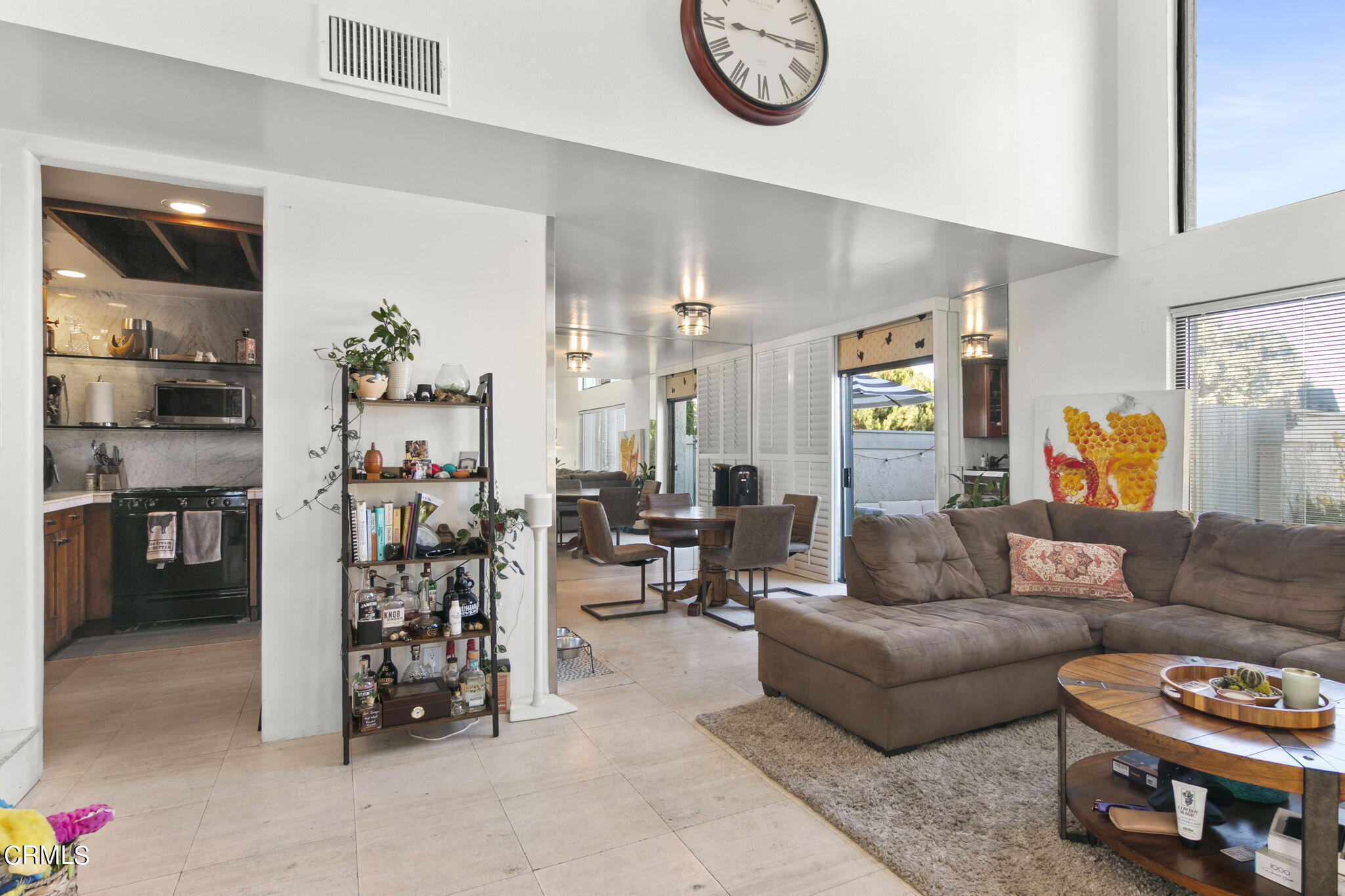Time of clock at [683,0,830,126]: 9:15
